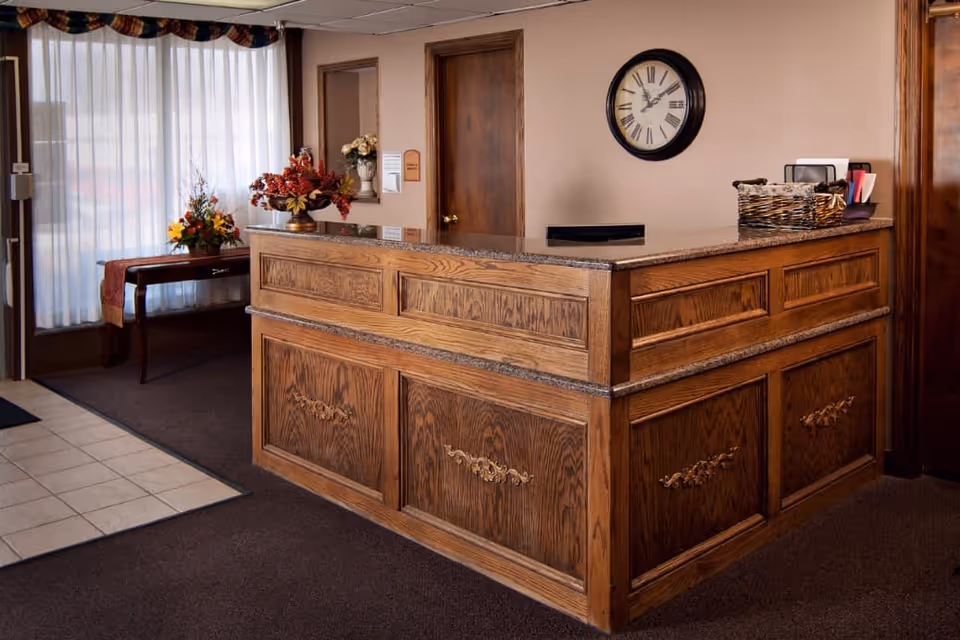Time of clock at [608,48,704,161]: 11:09
